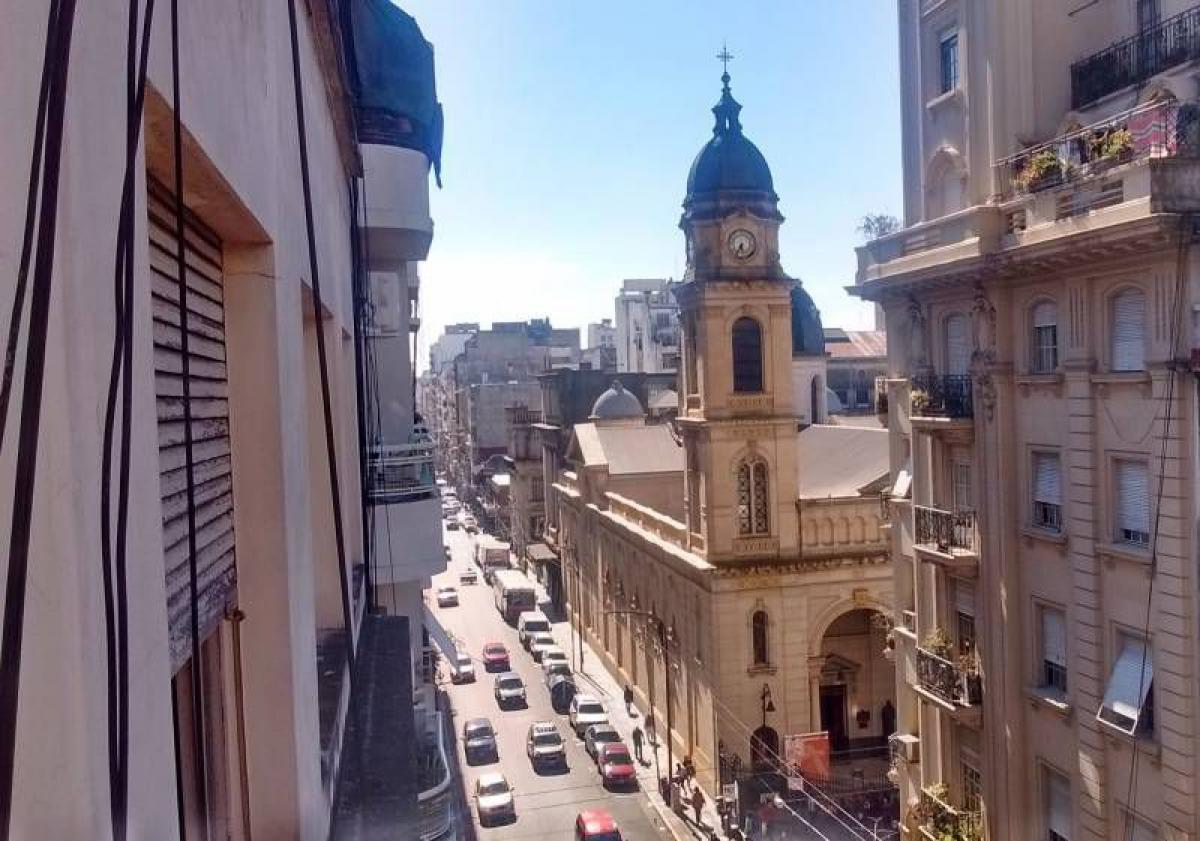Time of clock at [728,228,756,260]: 5:35
